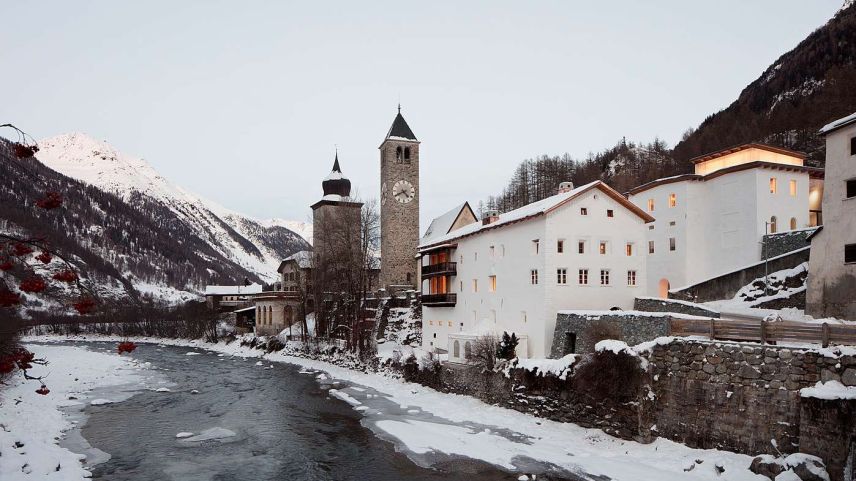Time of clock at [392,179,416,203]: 4:40
